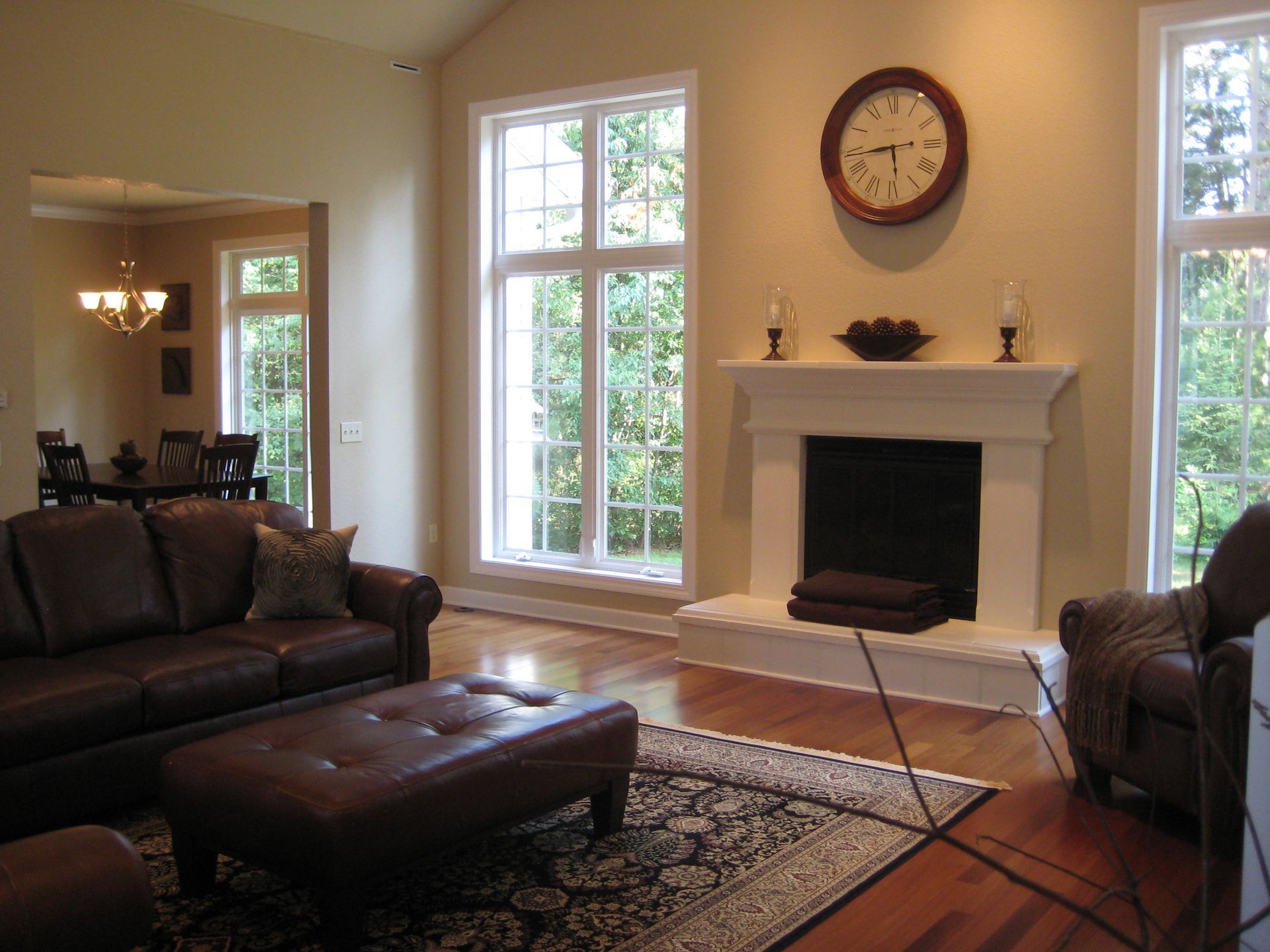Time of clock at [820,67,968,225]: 5:44
